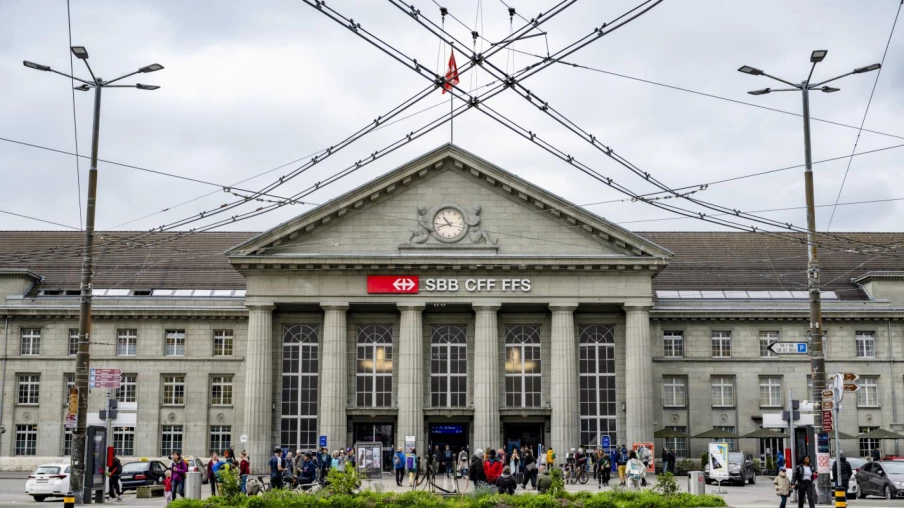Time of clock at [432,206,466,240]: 10:42
